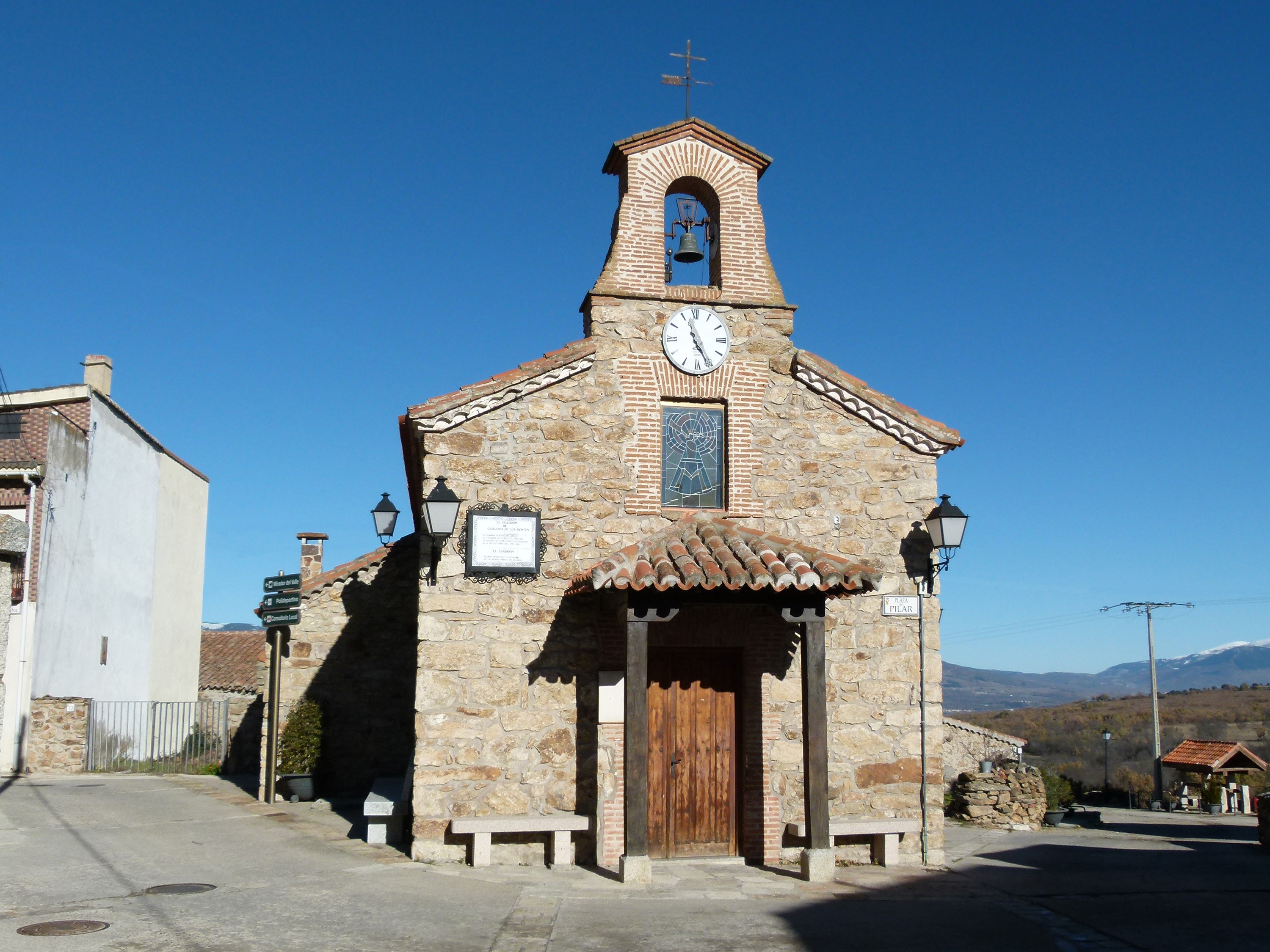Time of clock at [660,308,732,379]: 11:25
